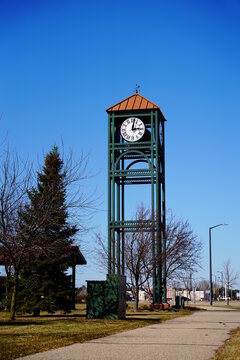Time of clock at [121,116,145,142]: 3:01
